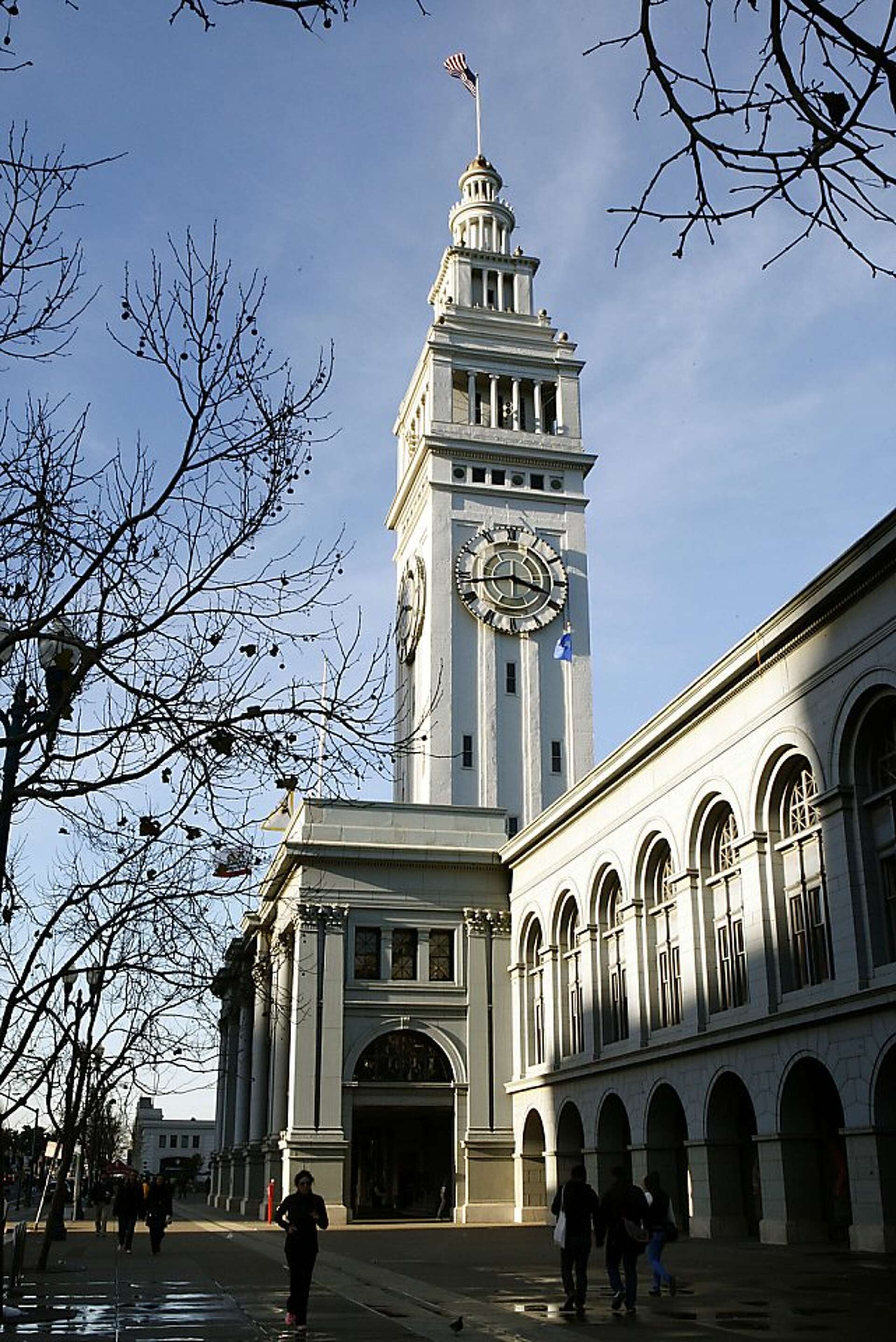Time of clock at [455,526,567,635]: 3:43
